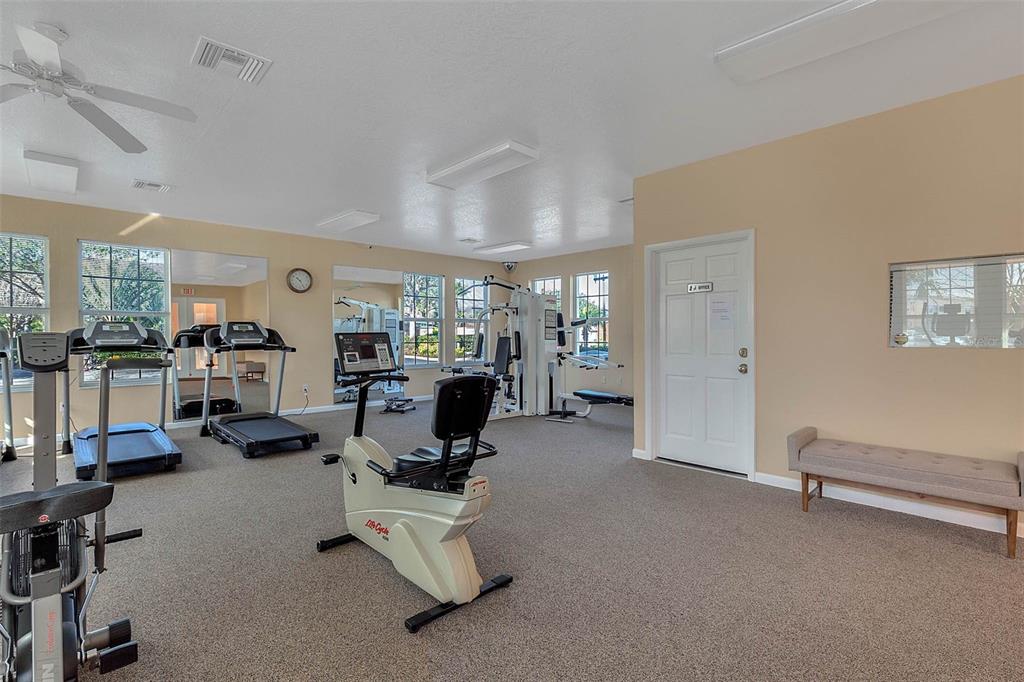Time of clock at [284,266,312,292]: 10:24
